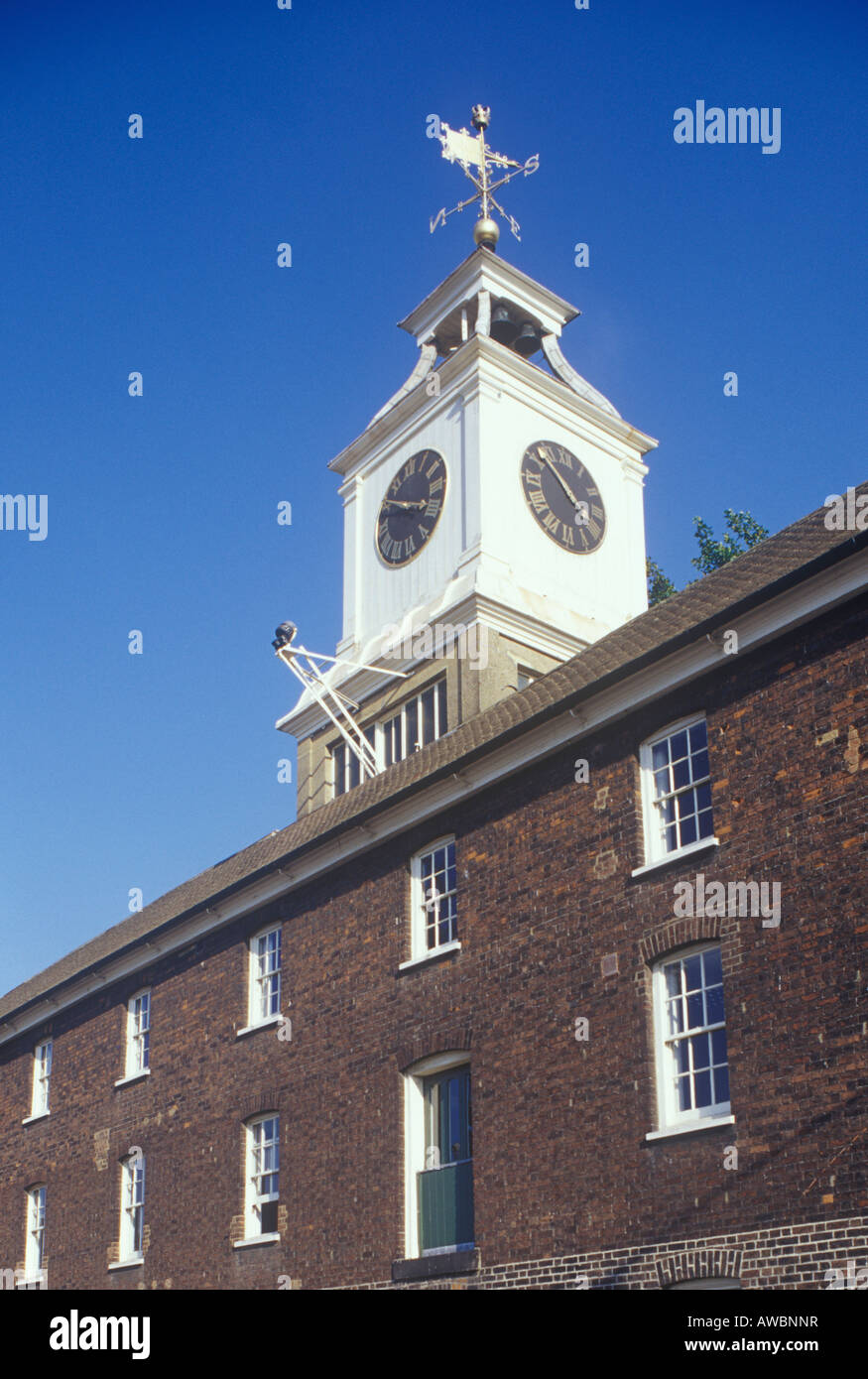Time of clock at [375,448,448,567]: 3:50
